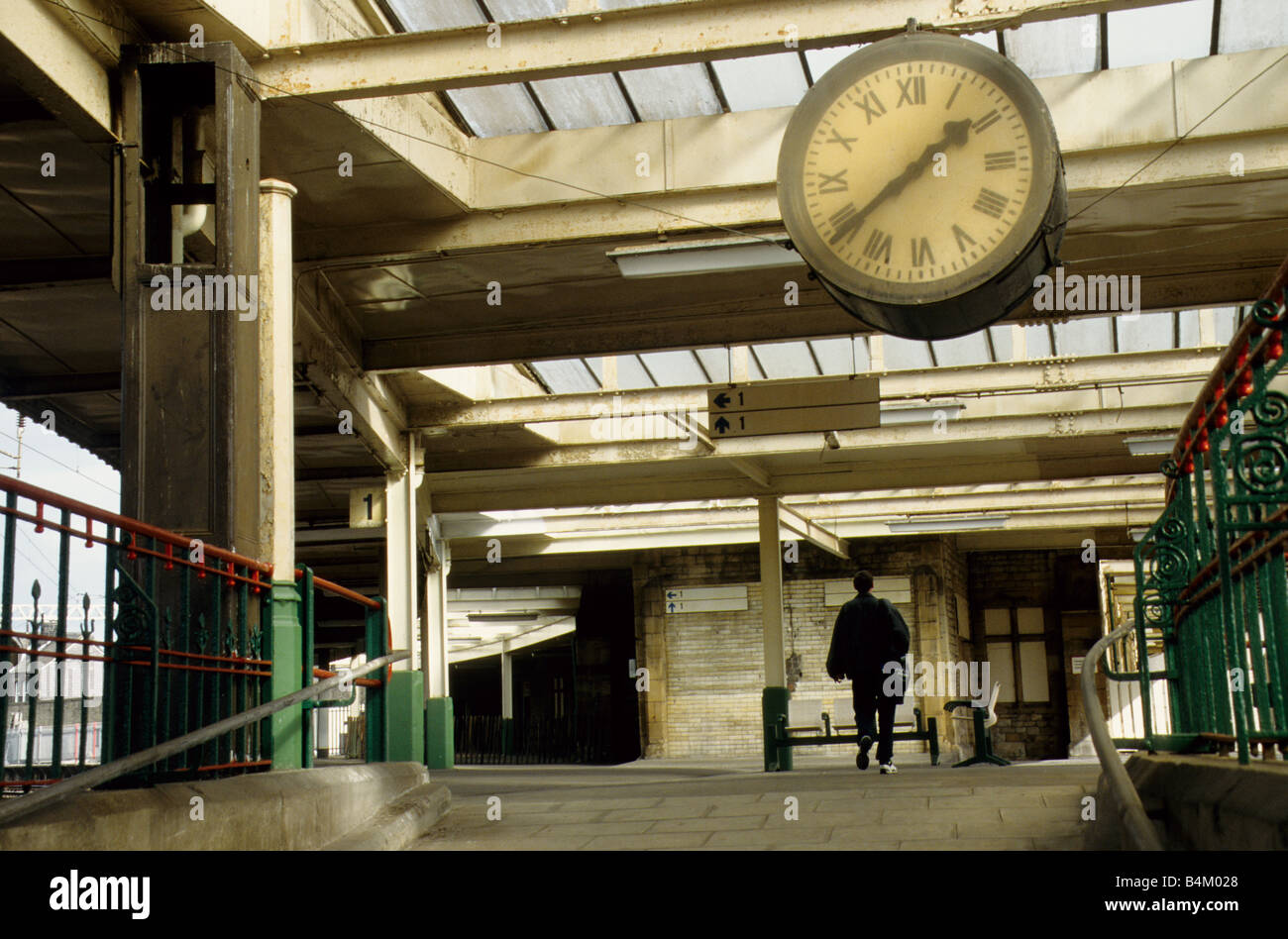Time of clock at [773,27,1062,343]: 1:39
